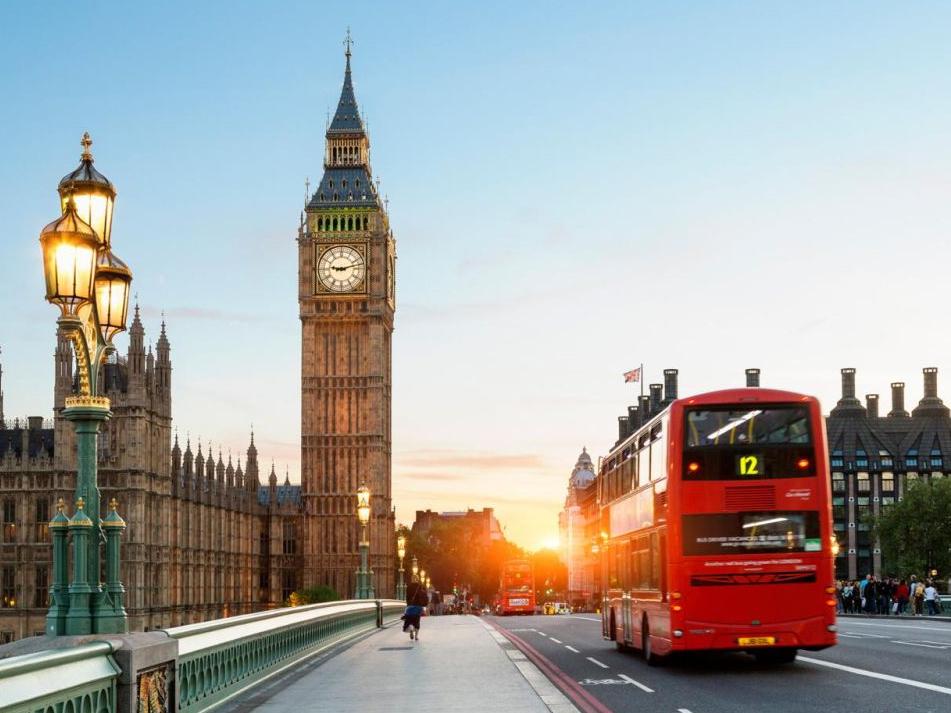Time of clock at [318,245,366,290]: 9:12
